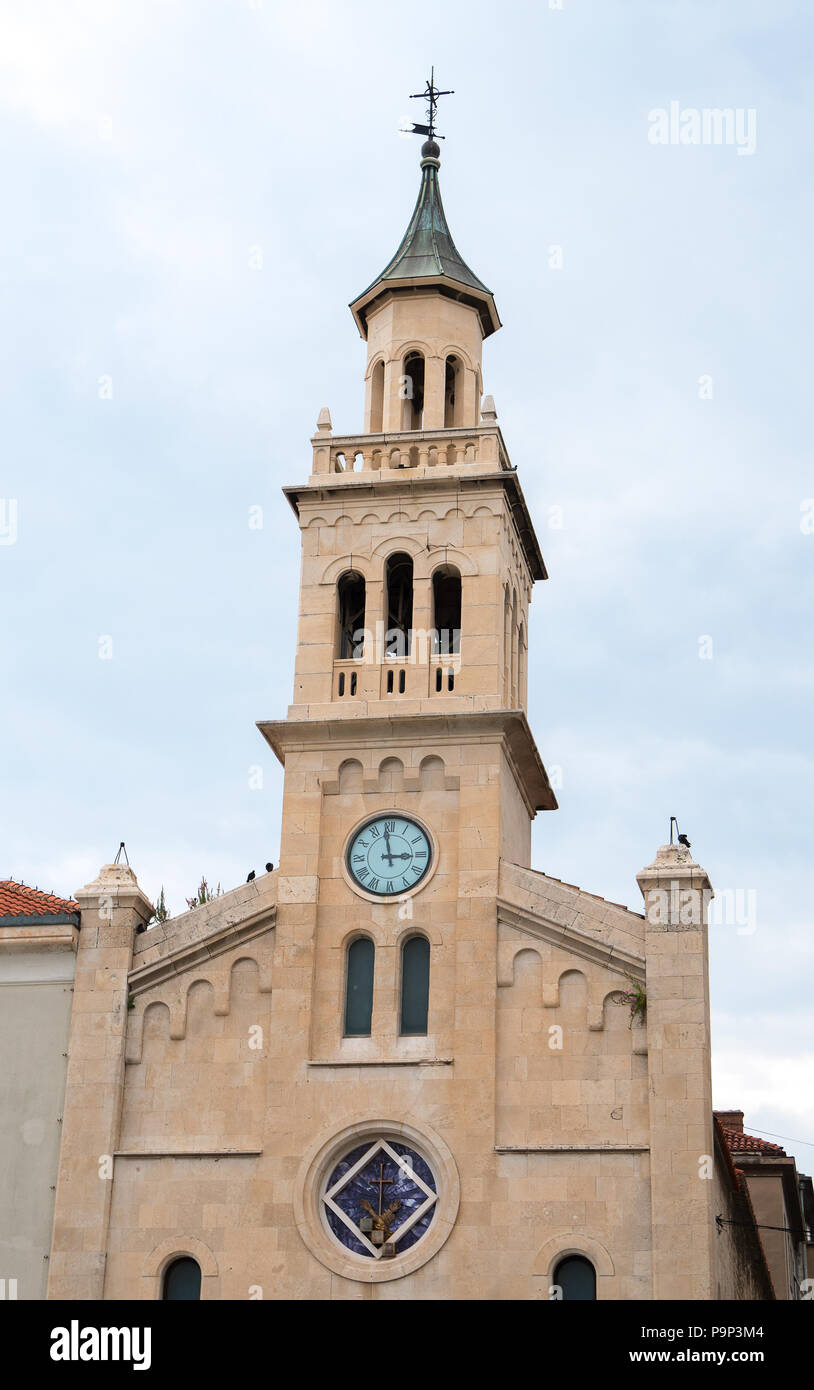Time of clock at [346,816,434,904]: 2:58
